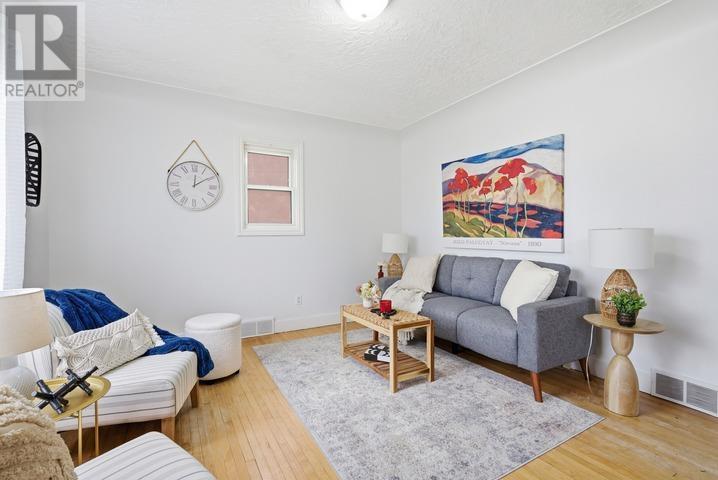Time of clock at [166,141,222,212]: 12:09
